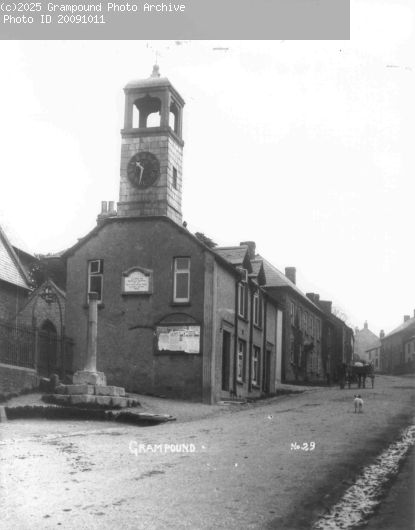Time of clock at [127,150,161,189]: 10:31
